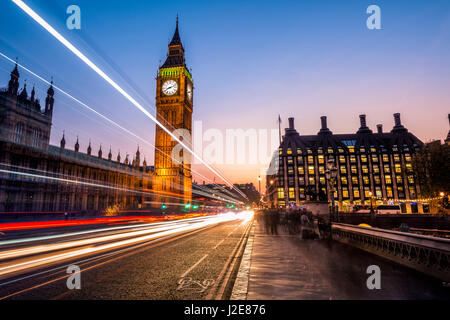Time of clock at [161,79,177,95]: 8:11
